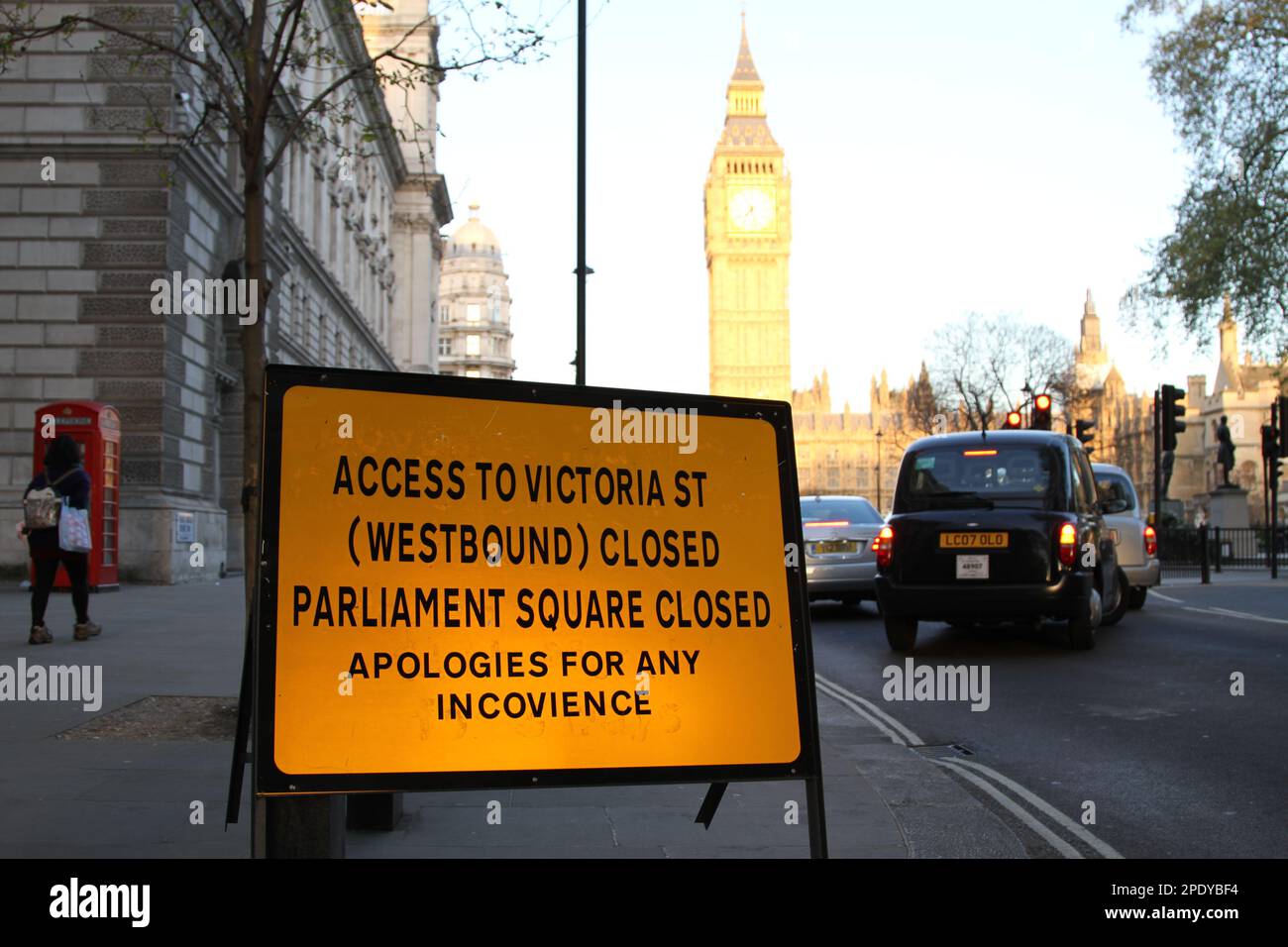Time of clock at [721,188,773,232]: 7:27
